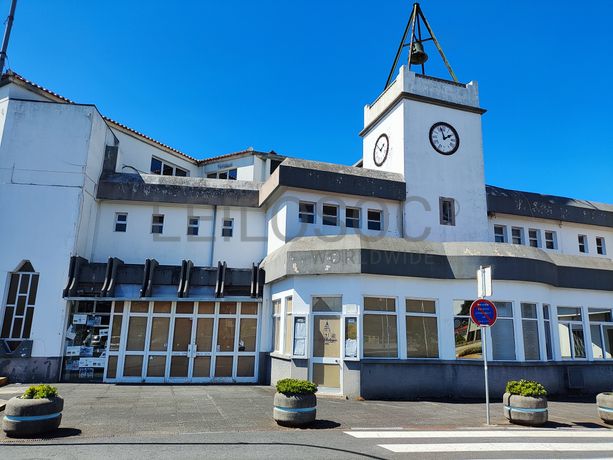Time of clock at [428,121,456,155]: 1:57
